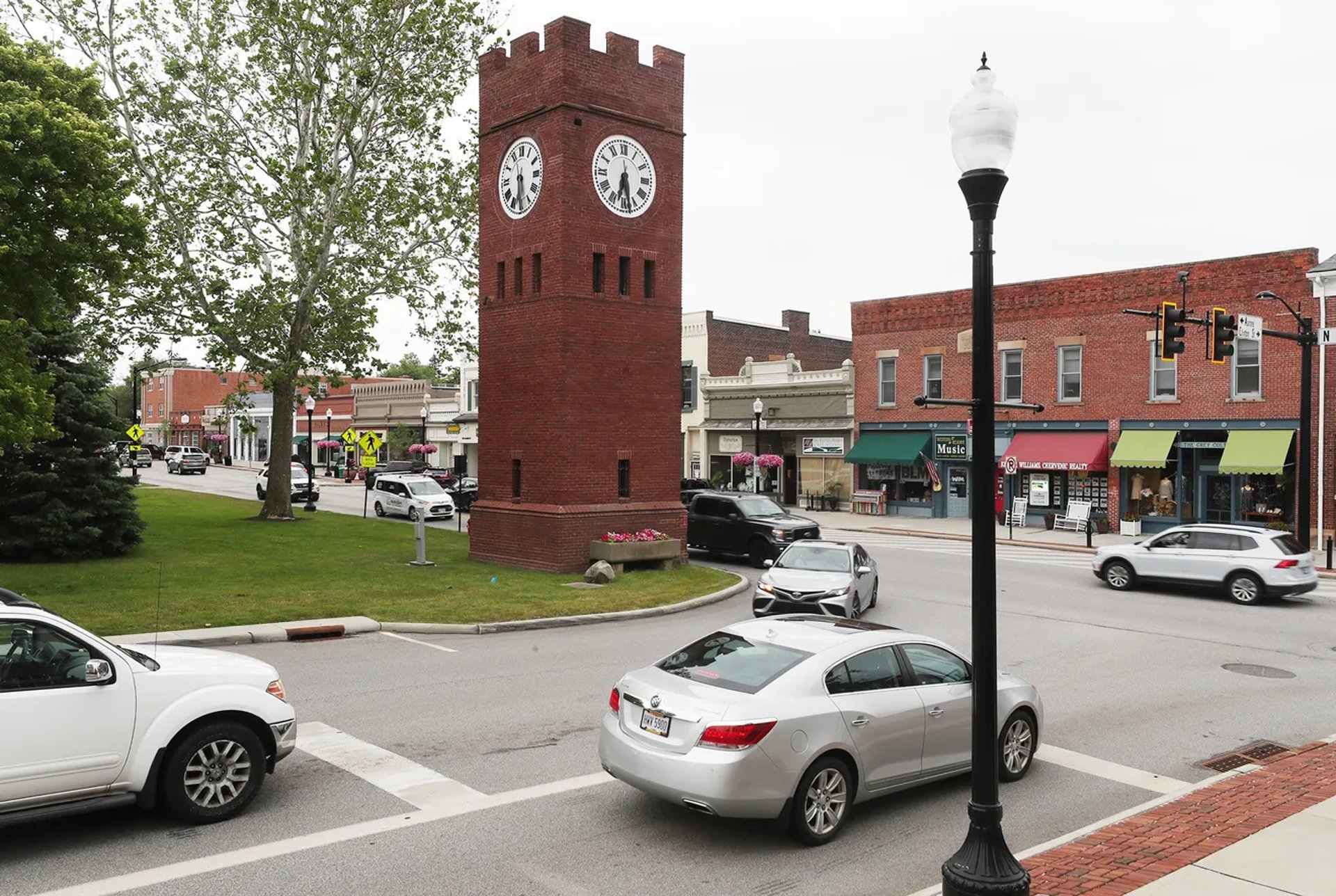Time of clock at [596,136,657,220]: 6:28
